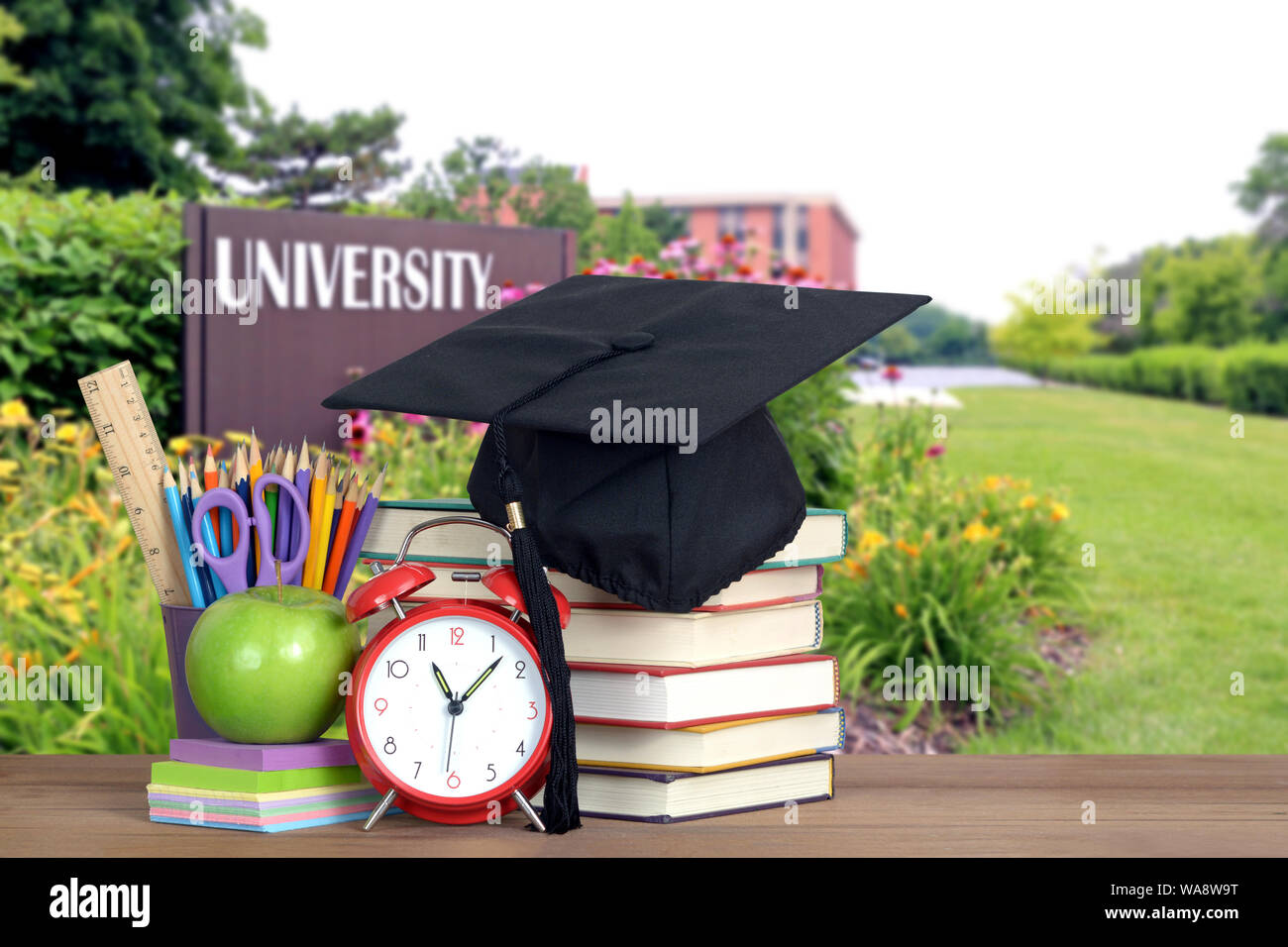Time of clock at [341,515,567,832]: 11:07
